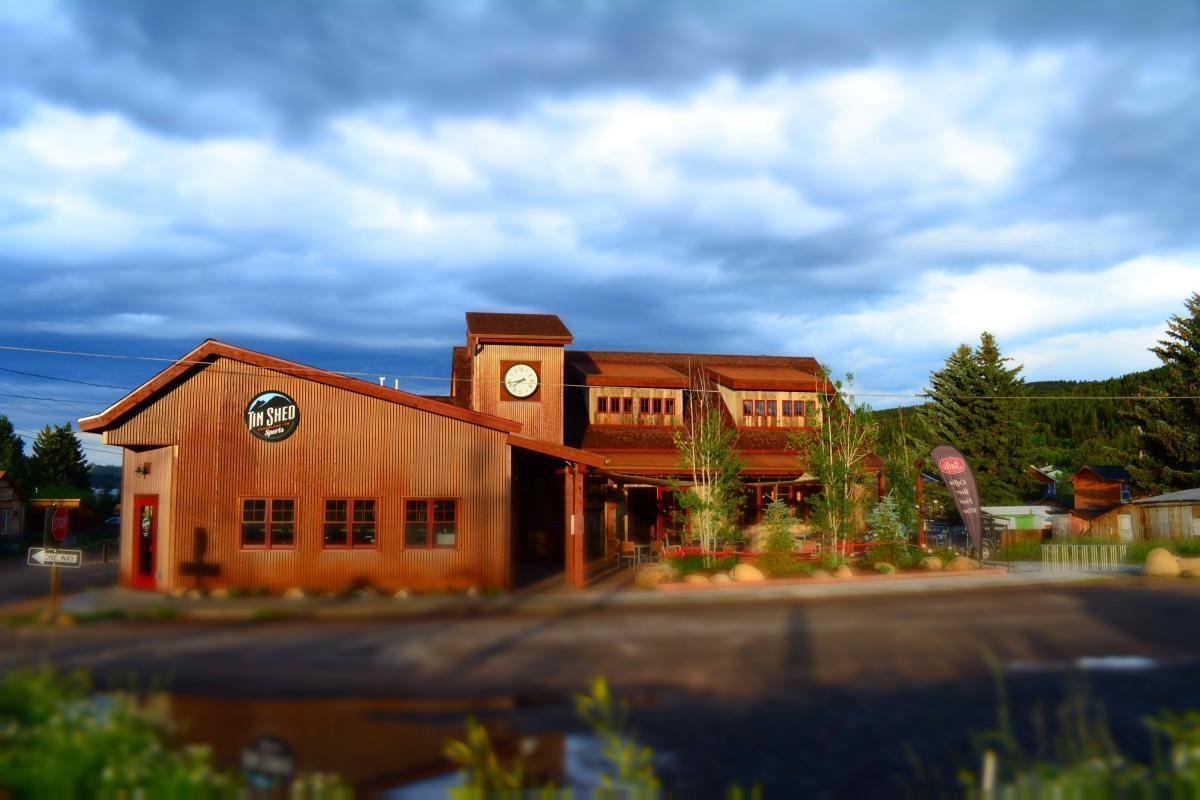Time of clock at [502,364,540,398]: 7:42
